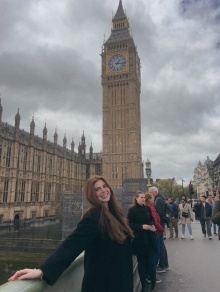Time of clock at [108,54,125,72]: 1:16
